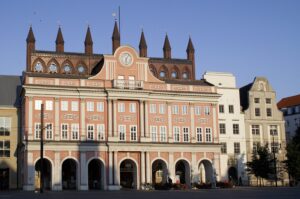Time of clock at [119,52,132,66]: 6:06
